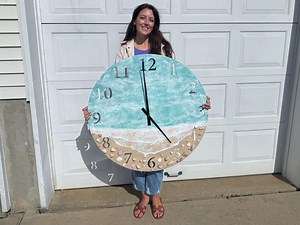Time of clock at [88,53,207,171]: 4:59
